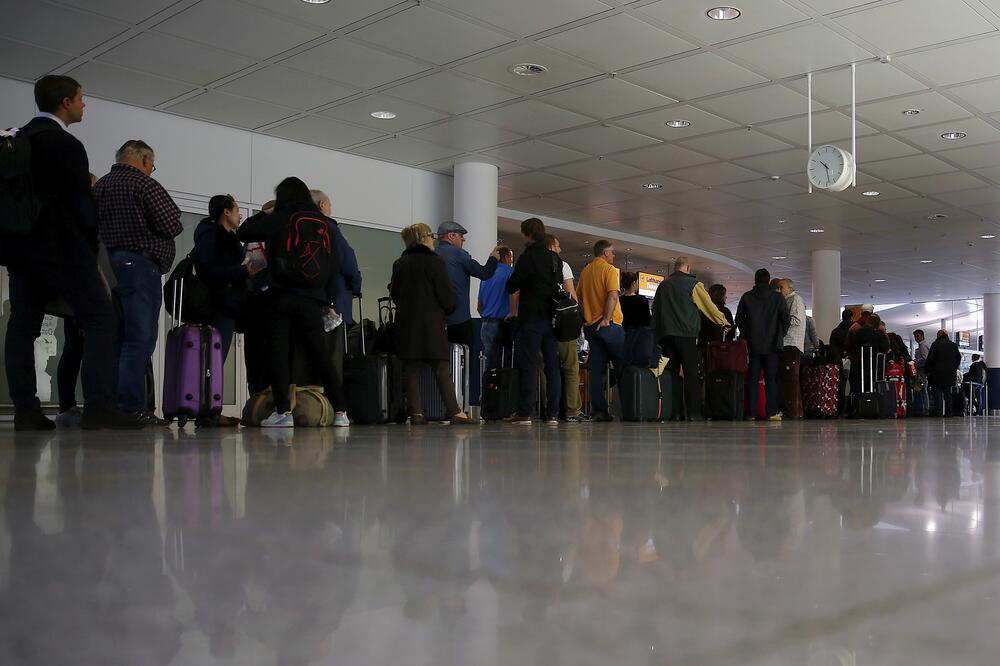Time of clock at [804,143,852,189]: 10:28
